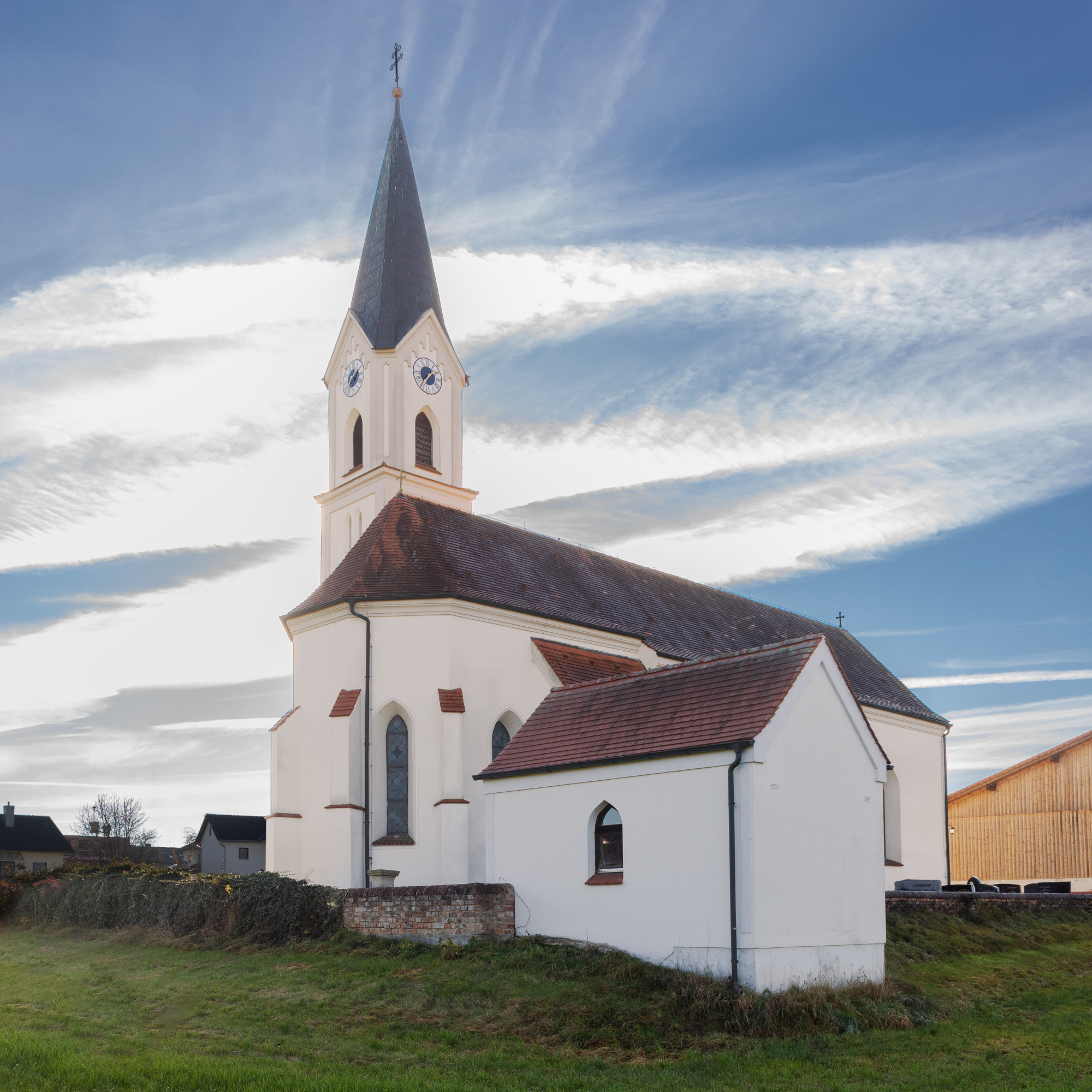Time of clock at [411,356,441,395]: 1:36
